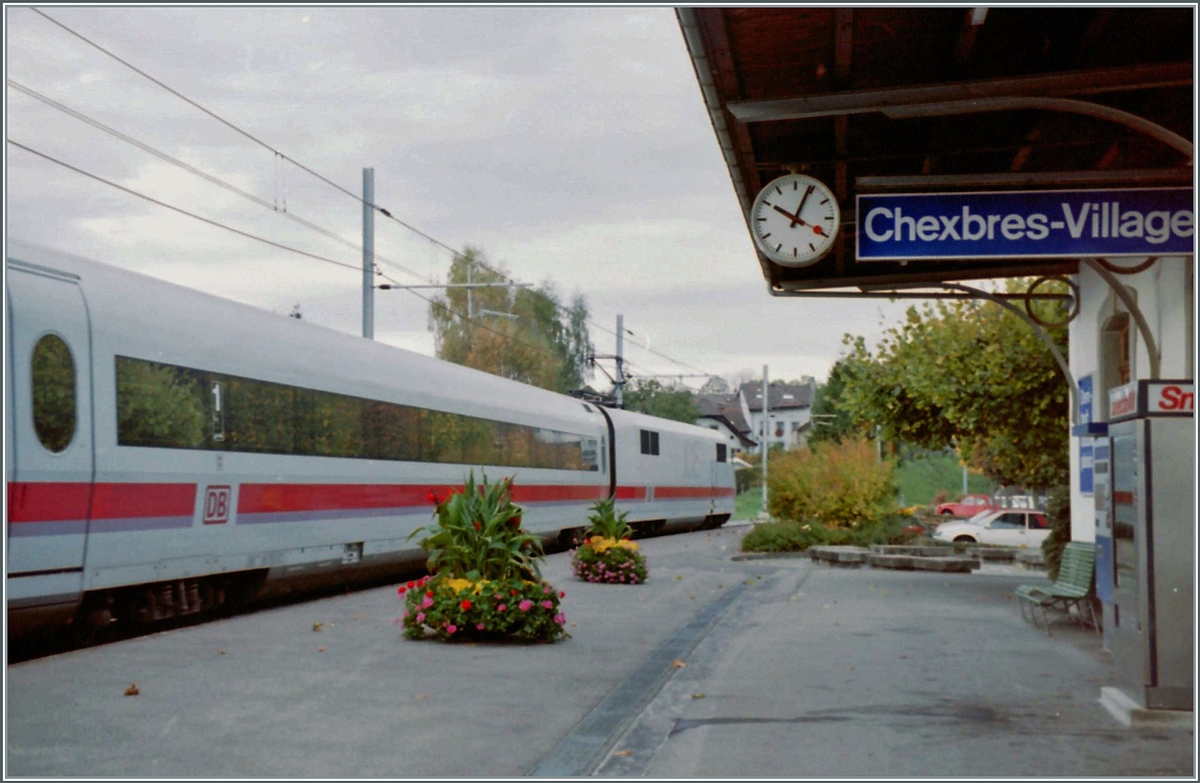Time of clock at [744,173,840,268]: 10:04
